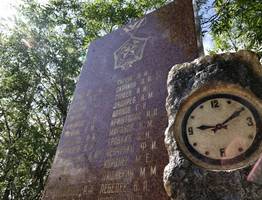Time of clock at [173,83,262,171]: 9:10
